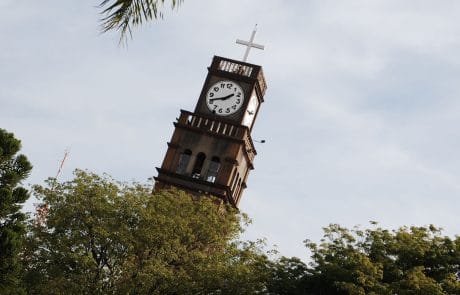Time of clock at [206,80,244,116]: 1:41
